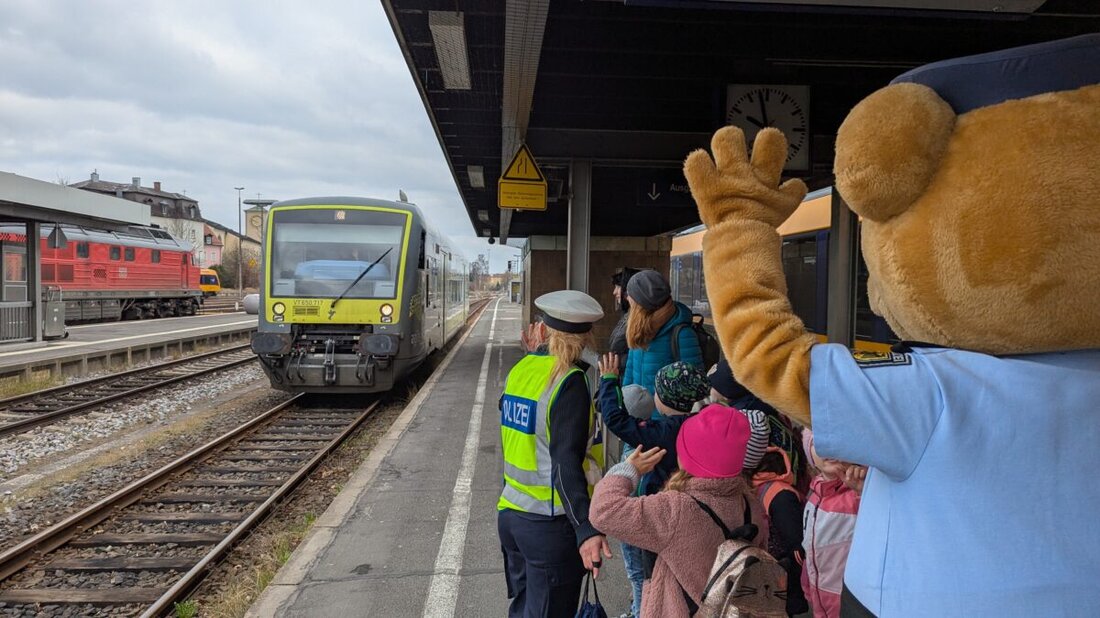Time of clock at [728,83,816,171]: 9:57
